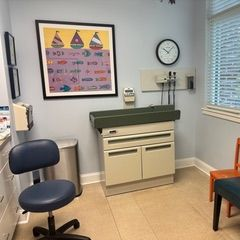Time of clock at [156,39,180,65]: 10:07
